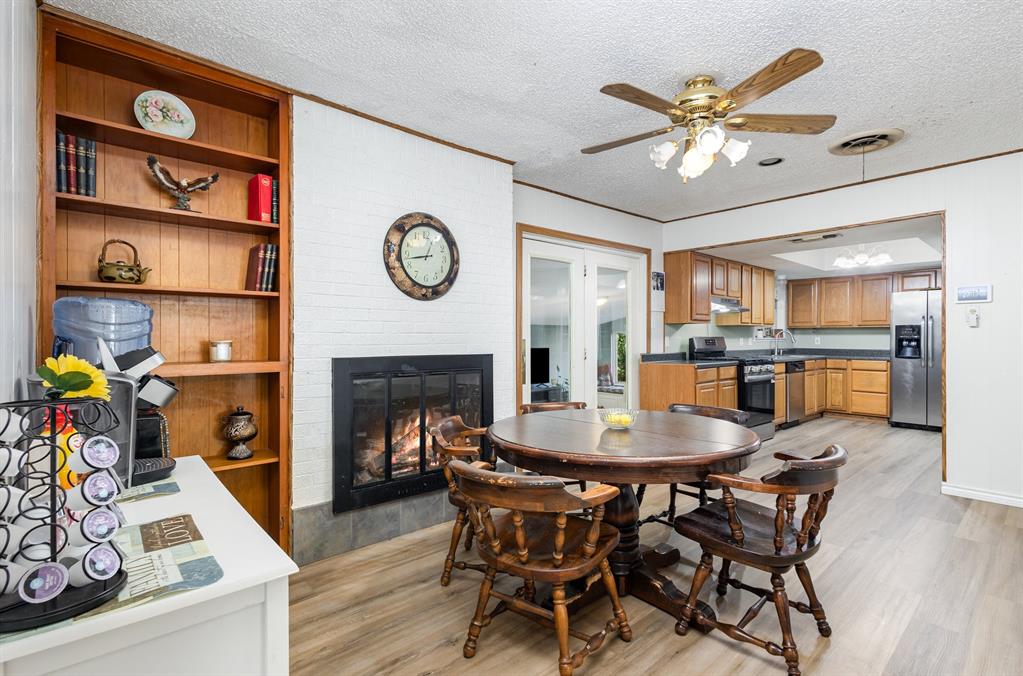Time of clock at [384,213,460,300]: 12:42
